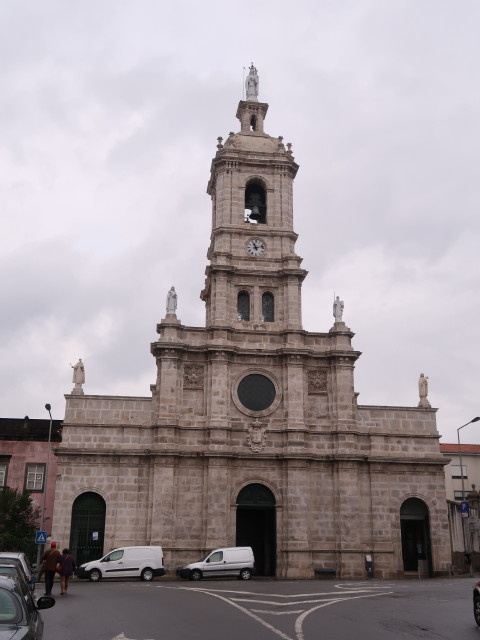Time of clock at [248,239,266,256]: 11:12
